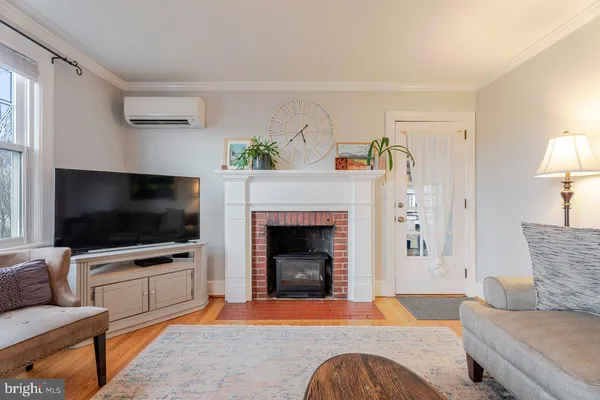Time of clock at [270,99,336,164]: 5:38
